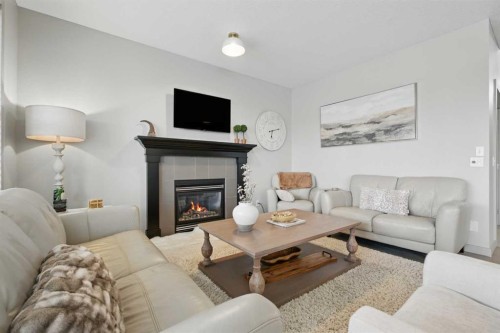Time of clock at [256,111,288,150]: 6:12
